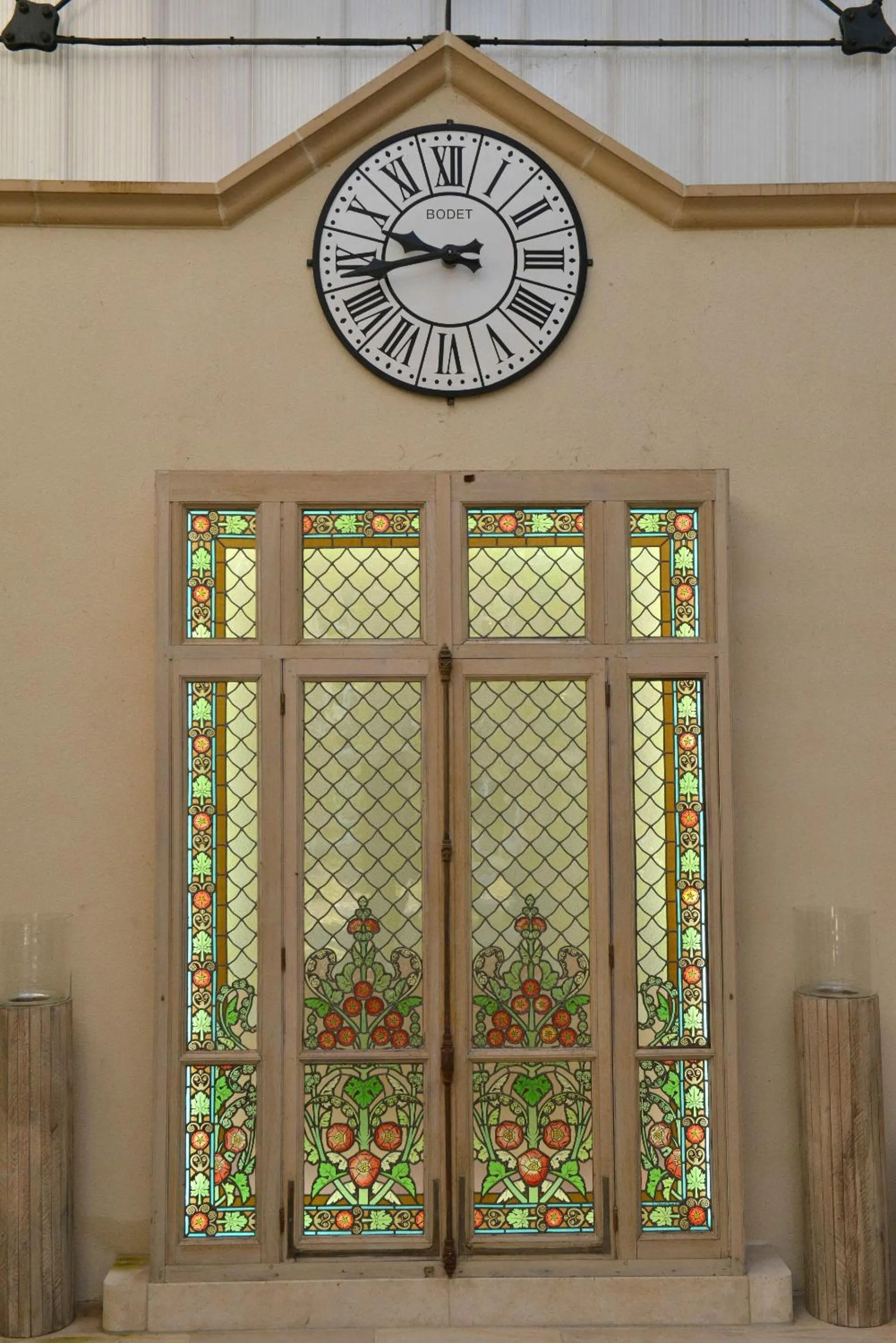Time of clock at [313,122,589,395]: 9:42
